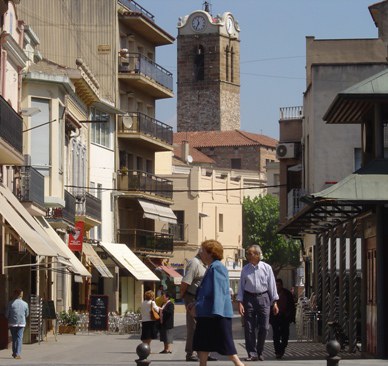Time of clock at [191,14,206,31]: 11:35
